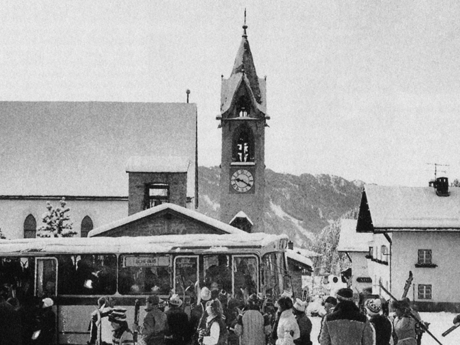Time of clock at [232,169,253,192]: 9:20
